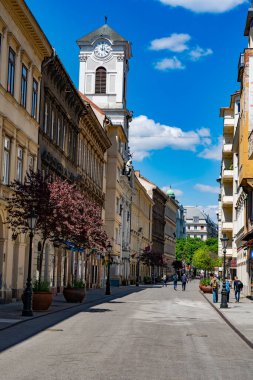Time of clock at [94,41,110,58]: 4:01
